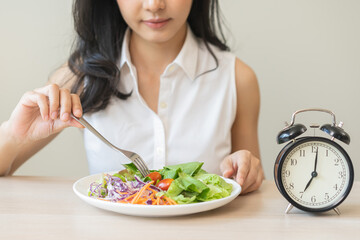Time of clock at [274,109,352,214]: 7:01
